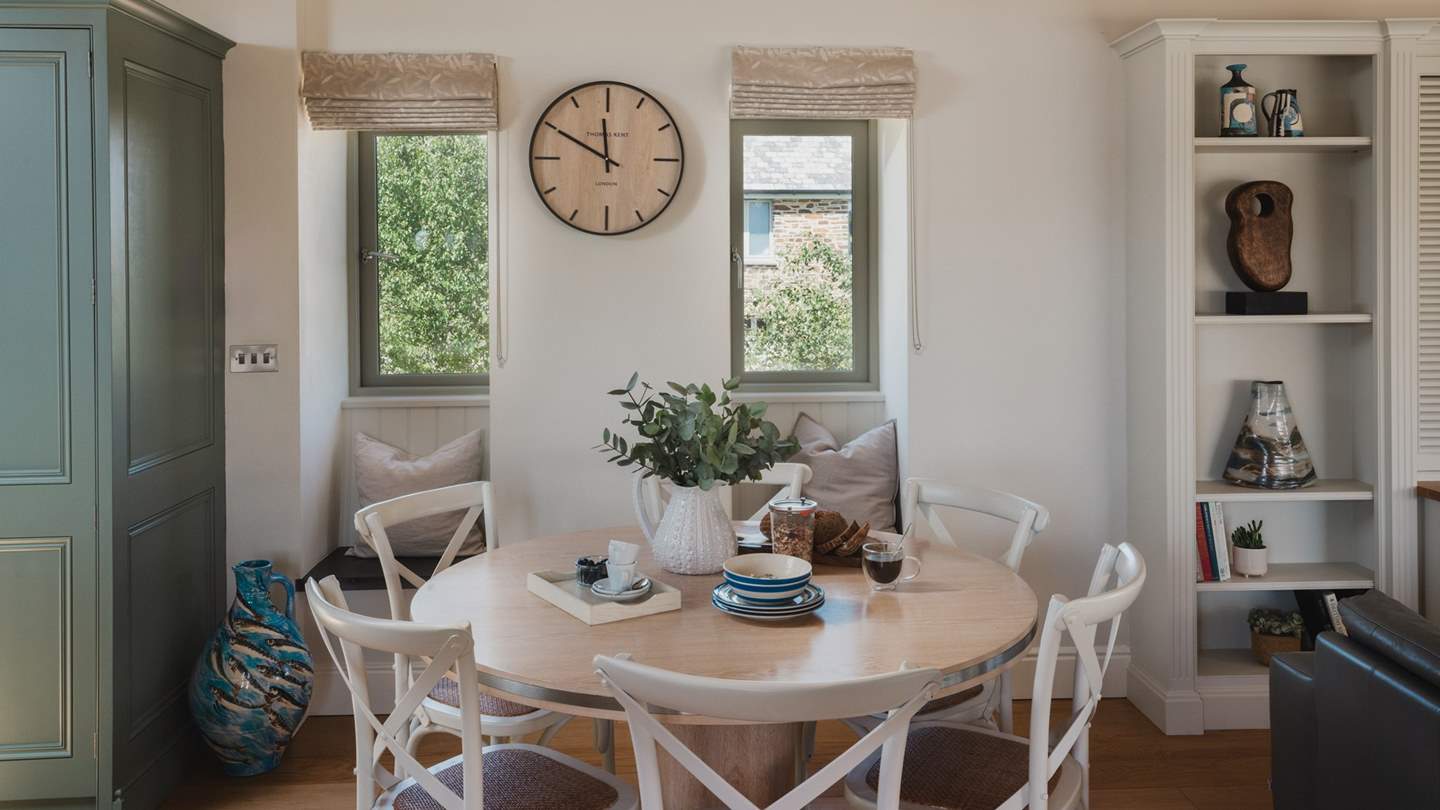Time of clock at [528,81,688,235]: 11:49
